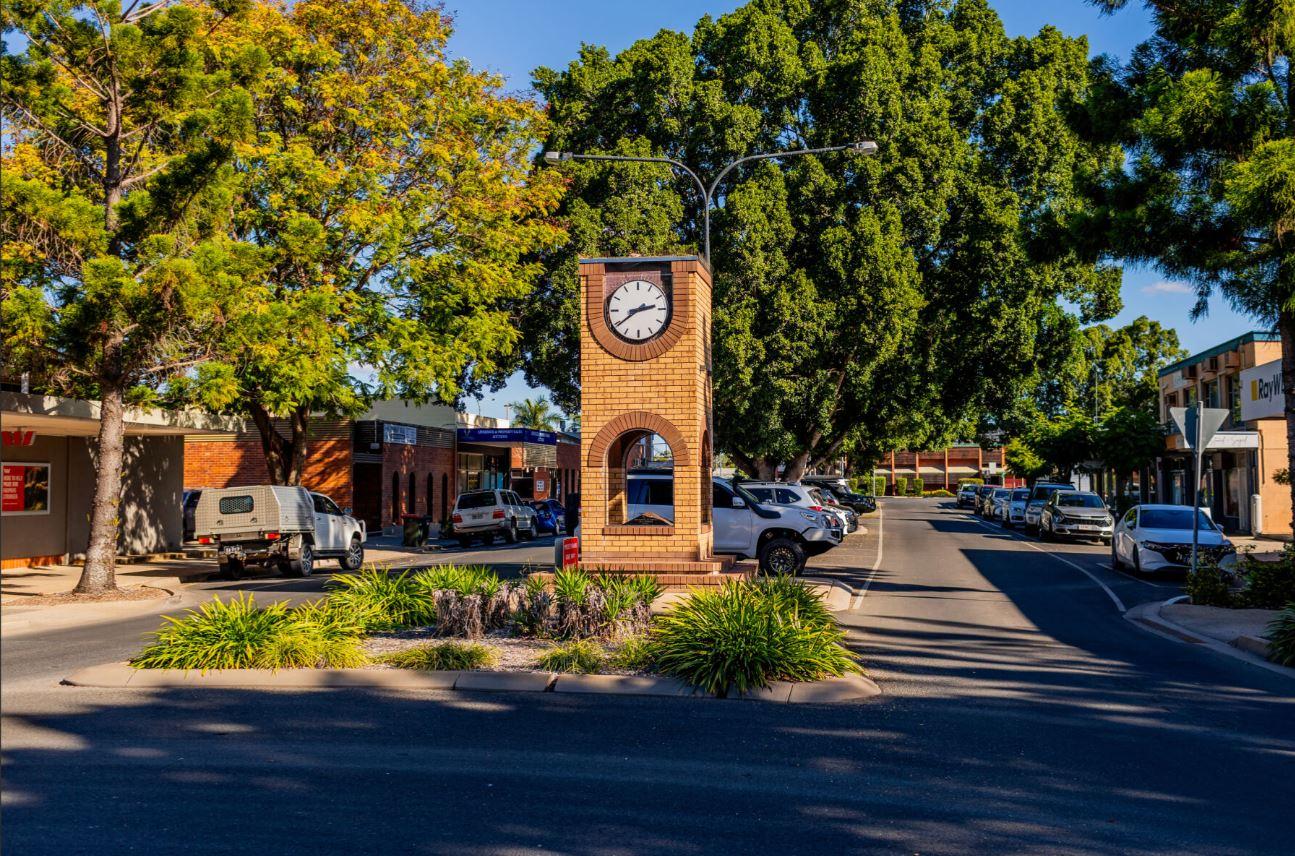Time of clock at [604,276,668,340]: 2:39
